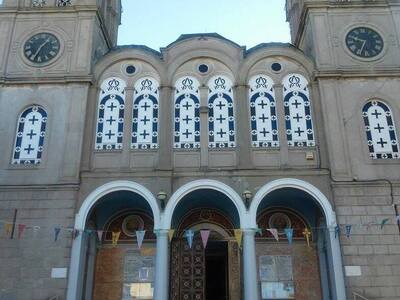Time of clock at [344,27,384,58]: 9:33
